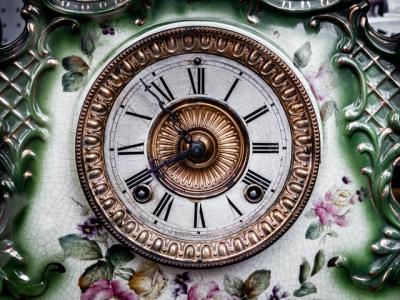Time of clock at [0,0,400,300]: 10:40
